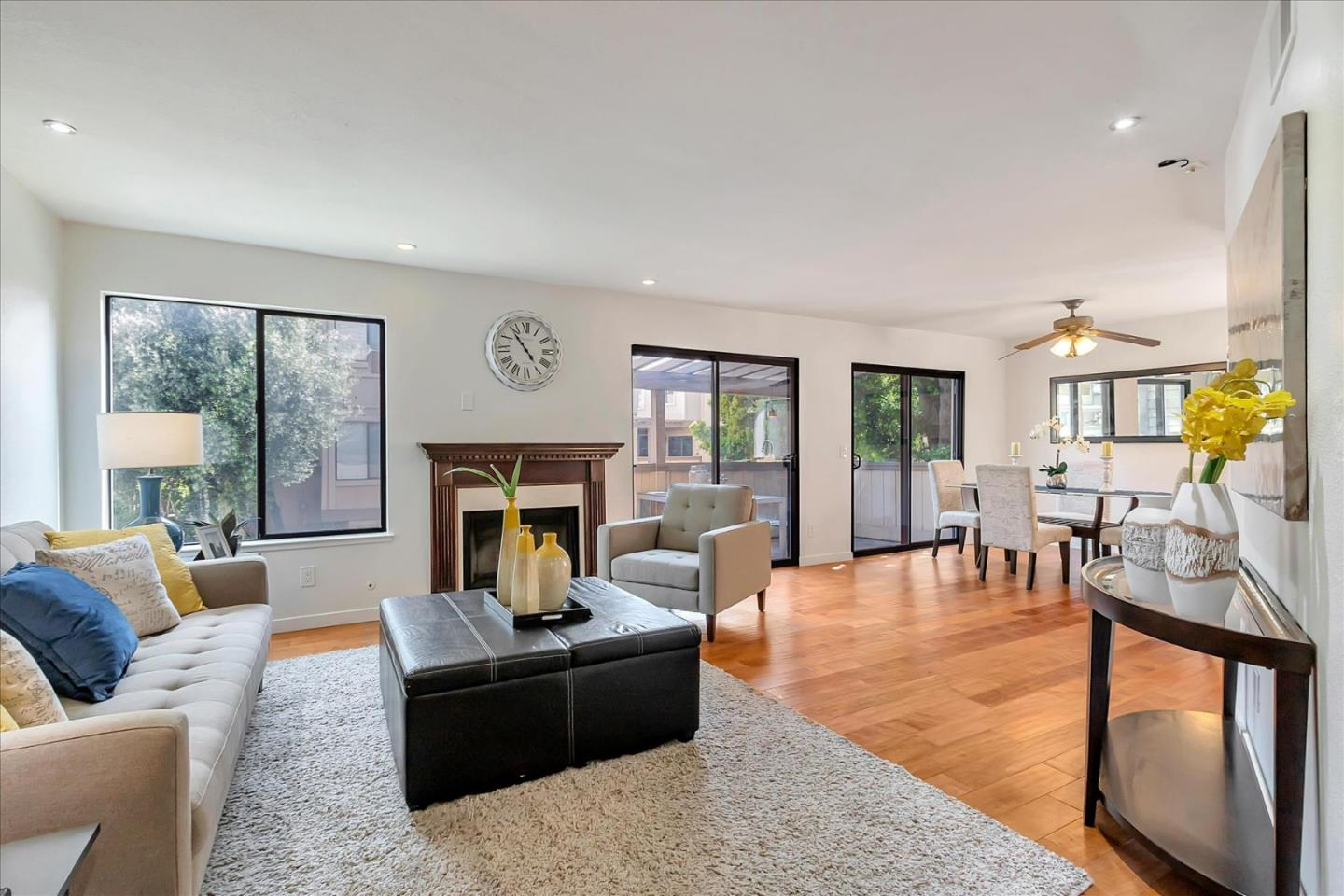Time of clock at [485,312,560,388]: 4:53
